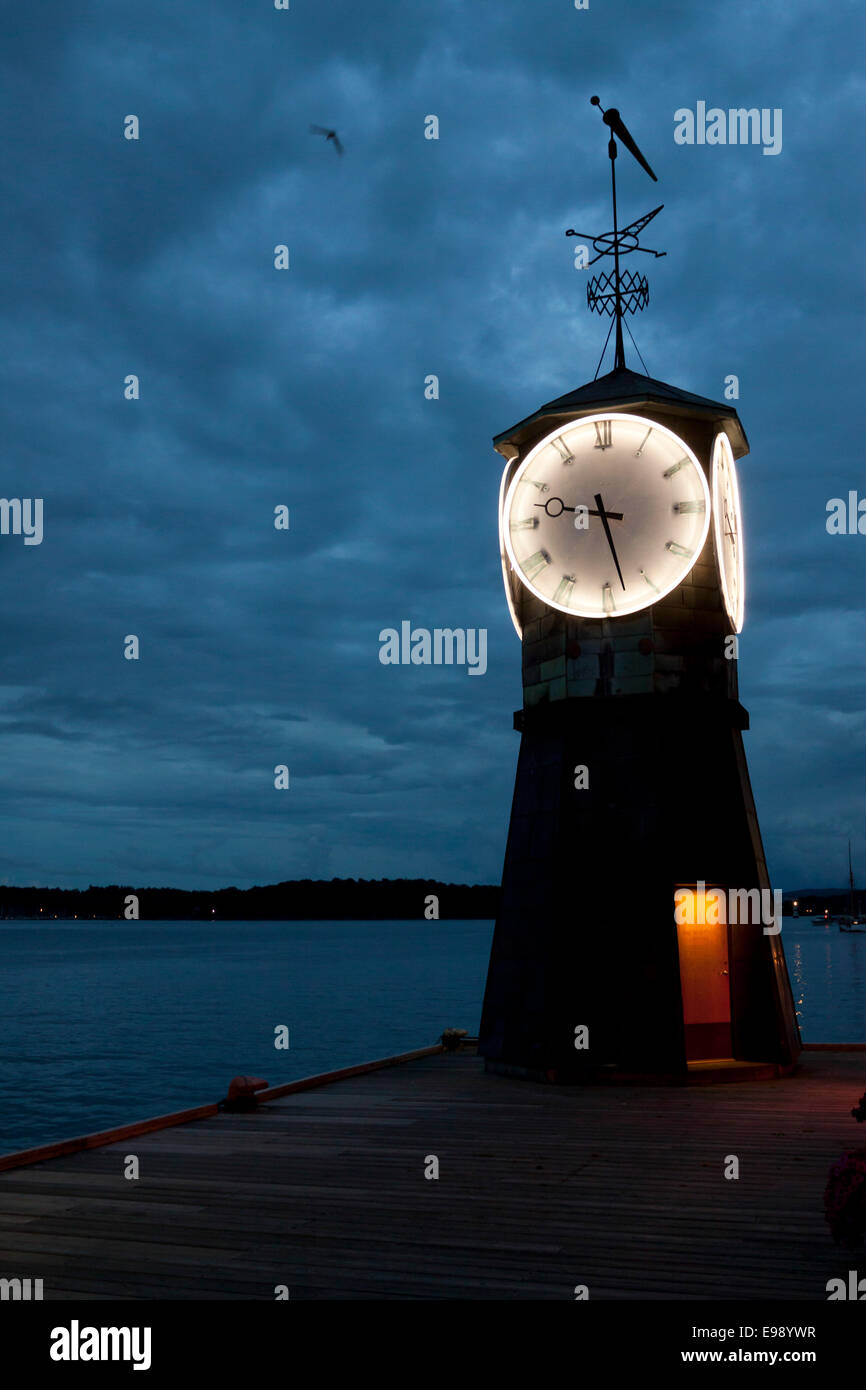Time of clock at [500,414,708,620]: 9:27
